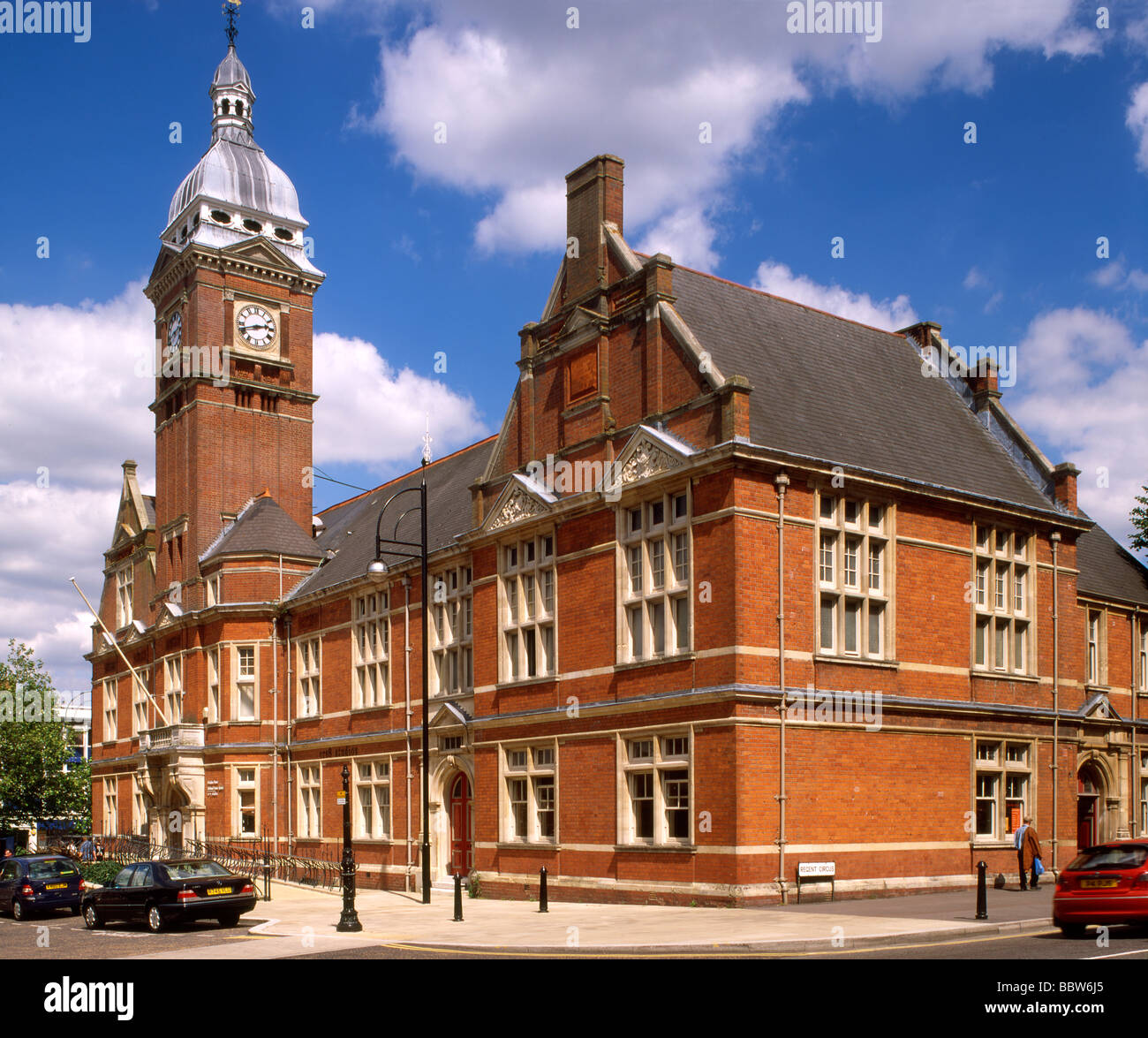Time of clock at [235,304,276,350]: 2:42
